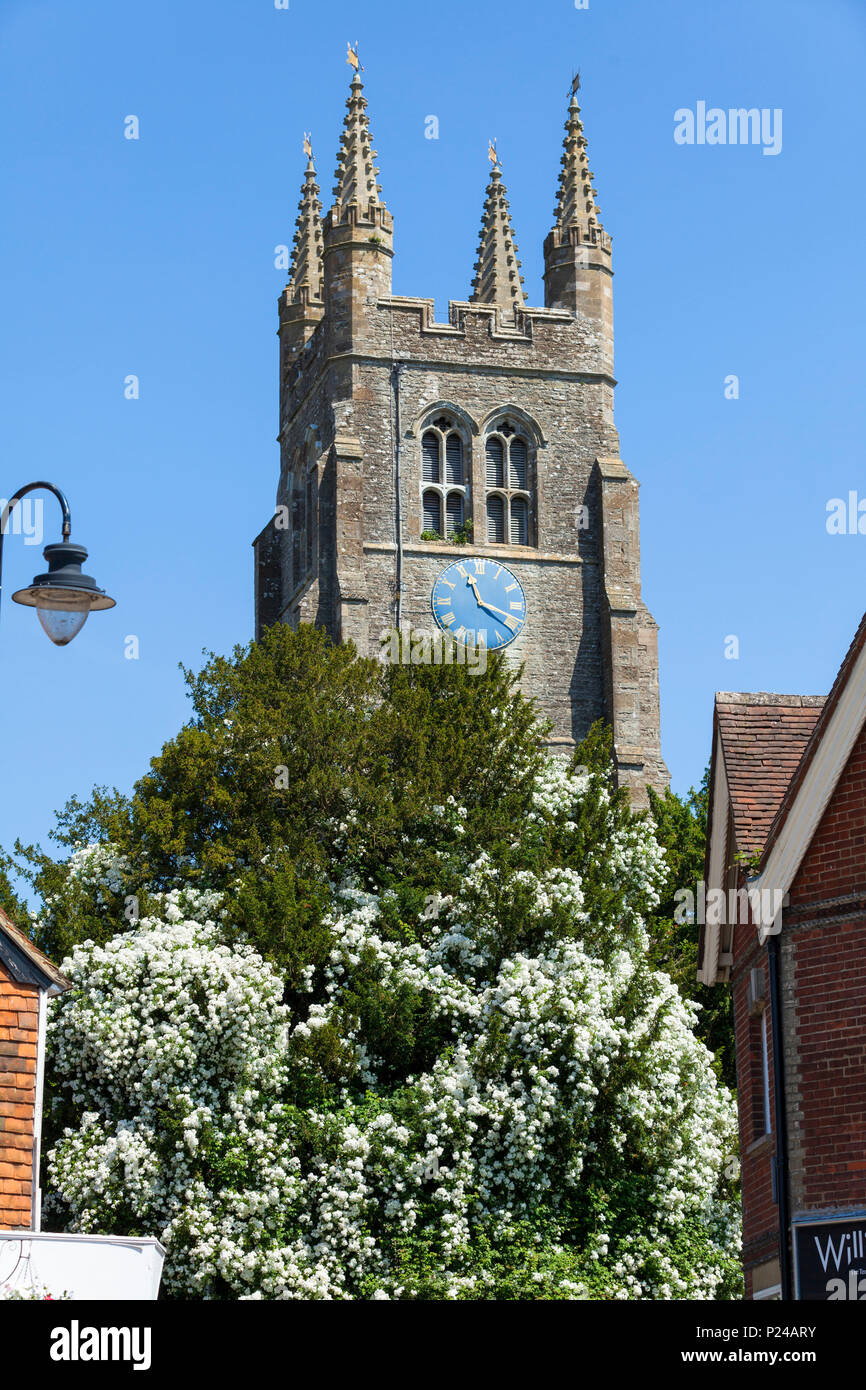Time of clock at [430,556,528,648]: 11:18
